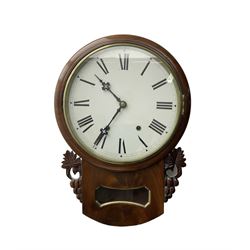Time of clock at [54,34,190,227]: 10:35
